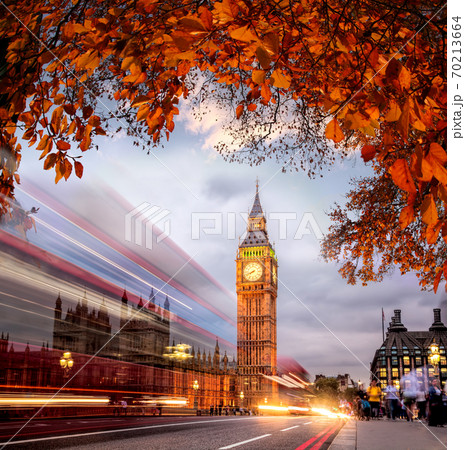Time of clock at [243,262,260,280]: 7:41
